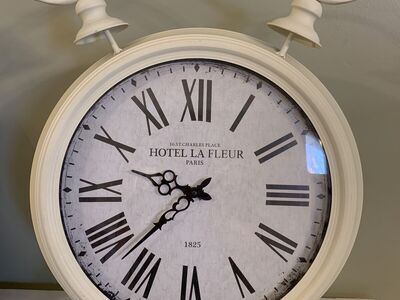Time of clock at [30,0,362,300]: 9:37
